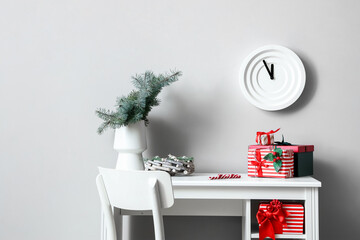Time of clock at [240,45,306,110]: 11:55
